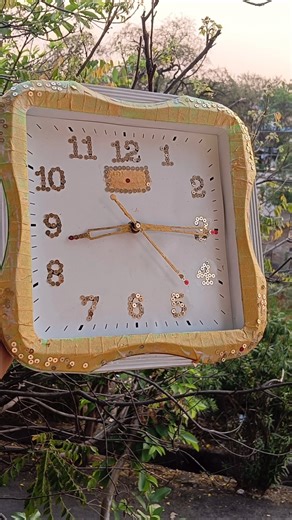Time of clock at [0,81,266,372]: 8:15
